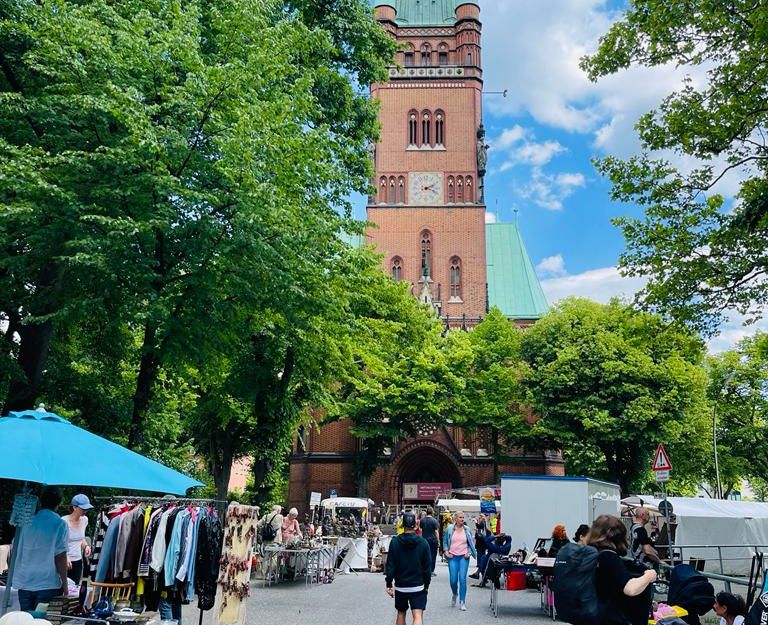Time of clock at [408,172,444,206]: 2:18
